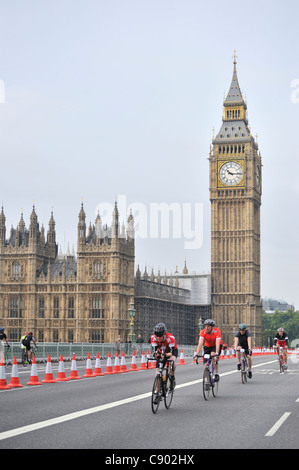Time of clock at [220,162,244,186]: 10:15
